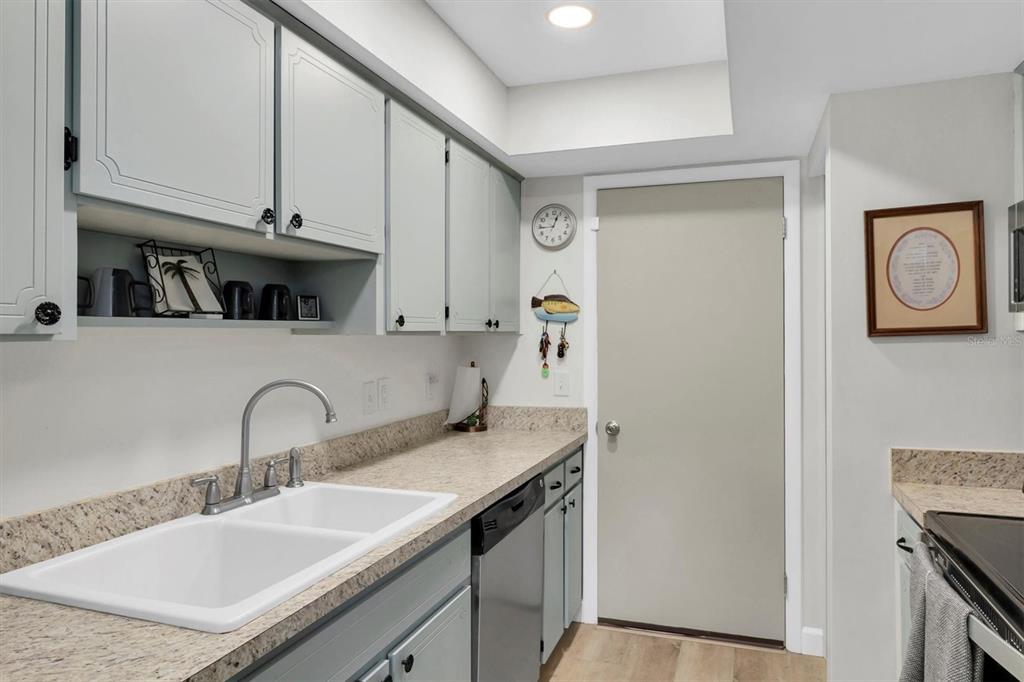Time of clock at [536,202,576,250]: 12:44
